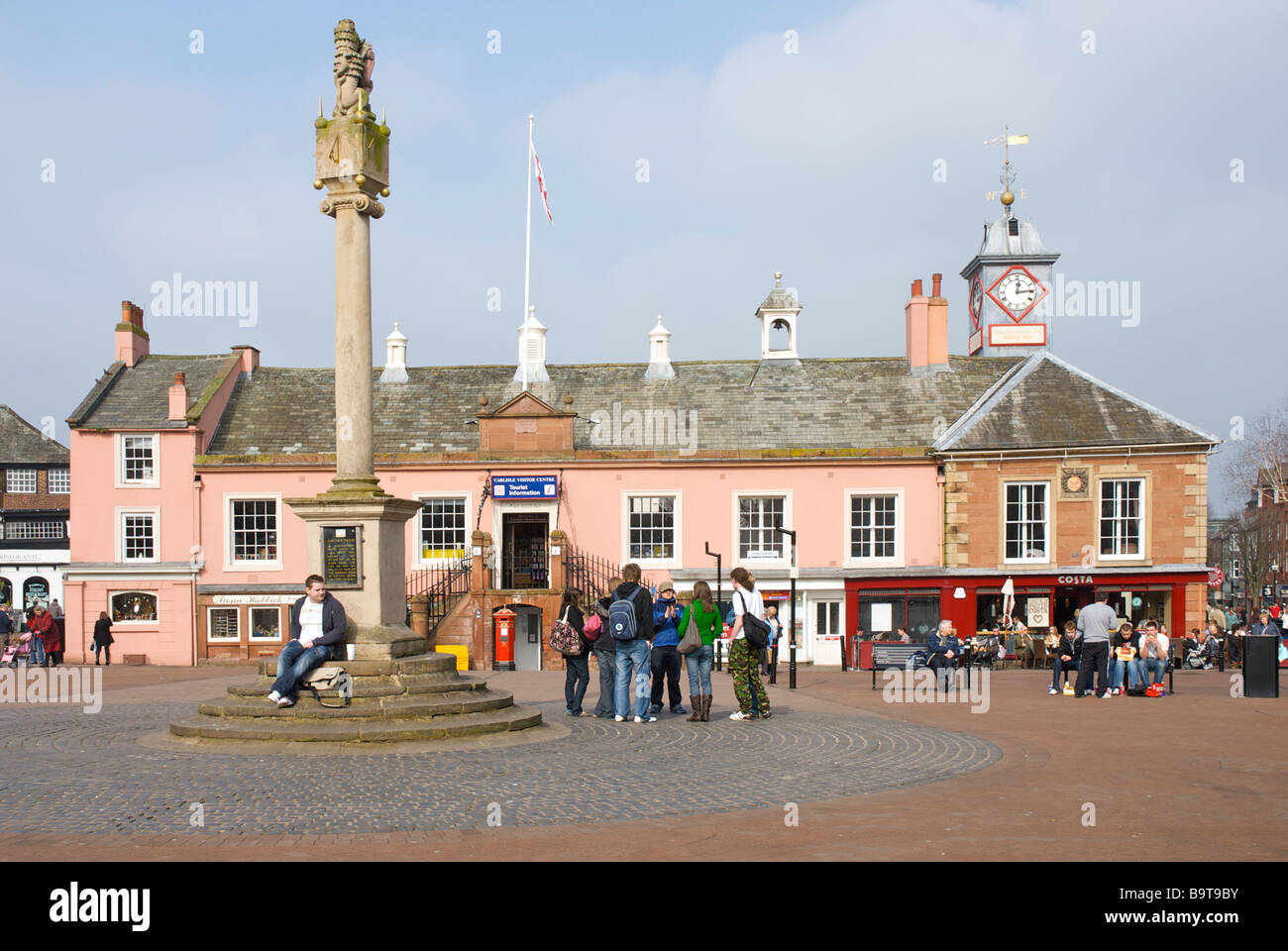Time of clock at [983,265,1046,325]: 12:14
